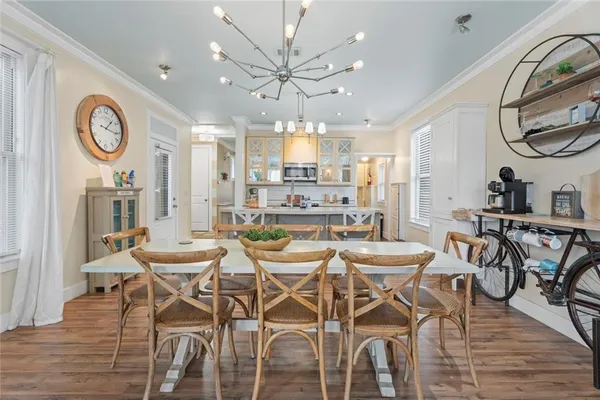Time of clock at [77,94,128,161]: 1:16
